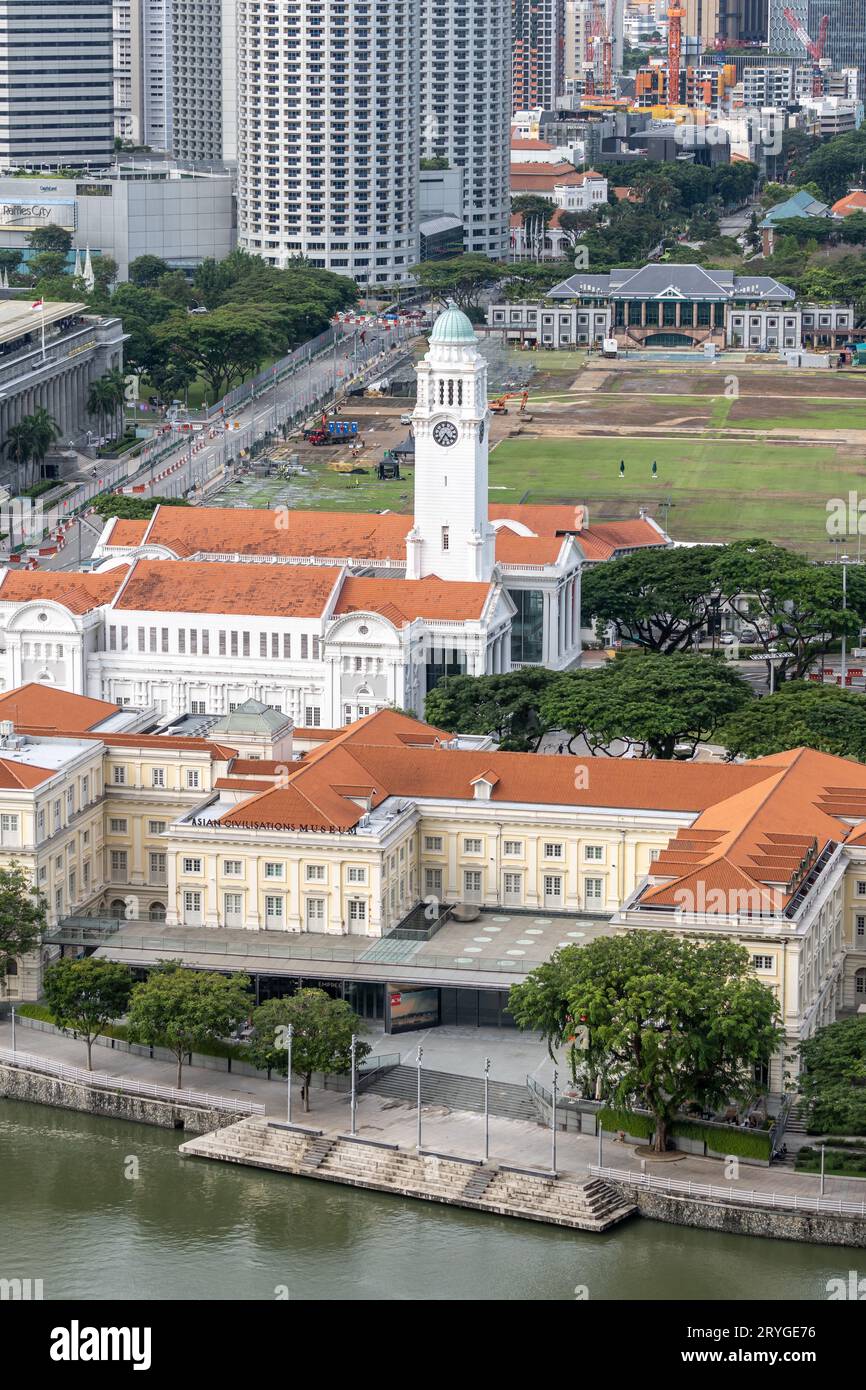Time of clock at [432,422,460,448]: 4:35
